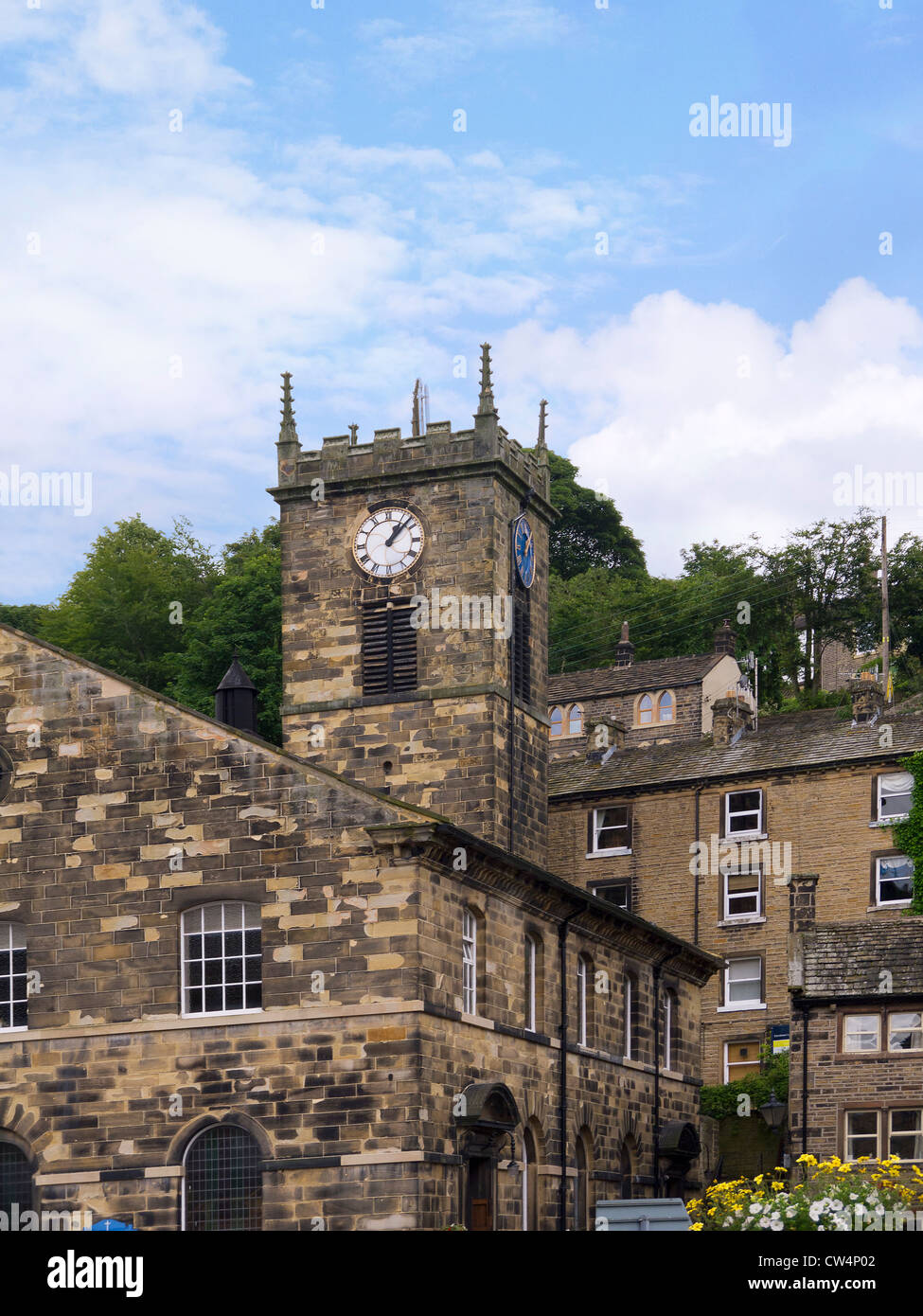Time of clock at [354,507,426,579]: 1:07
